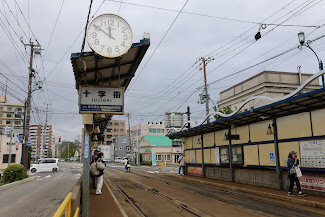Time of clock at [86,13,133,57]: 11:50
